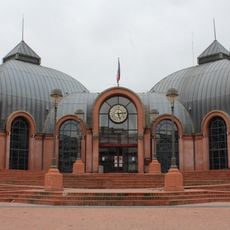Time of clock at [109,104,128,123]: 5:13
